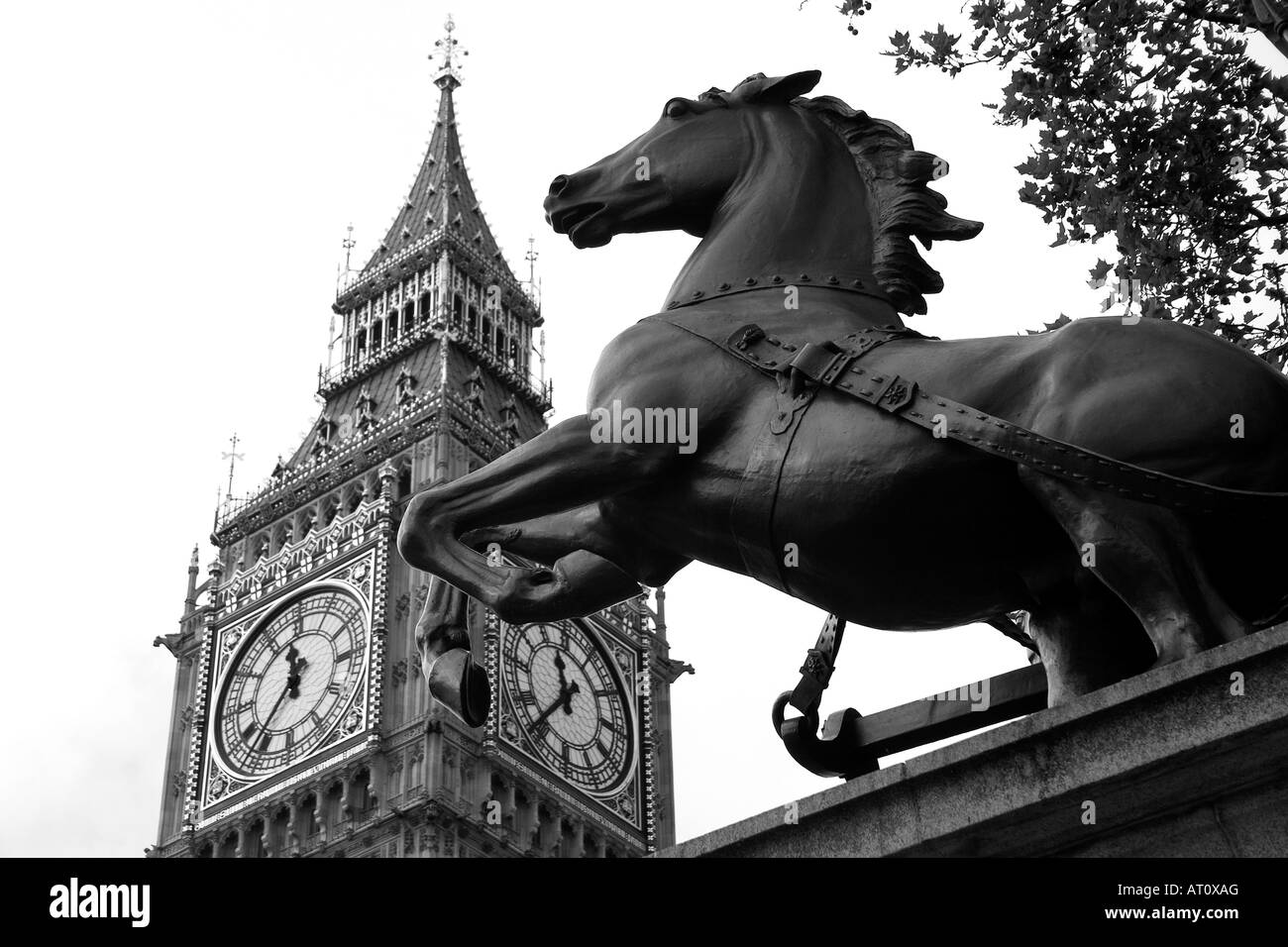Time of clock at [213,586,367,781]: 11:36
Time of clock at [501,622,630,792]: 11:36
